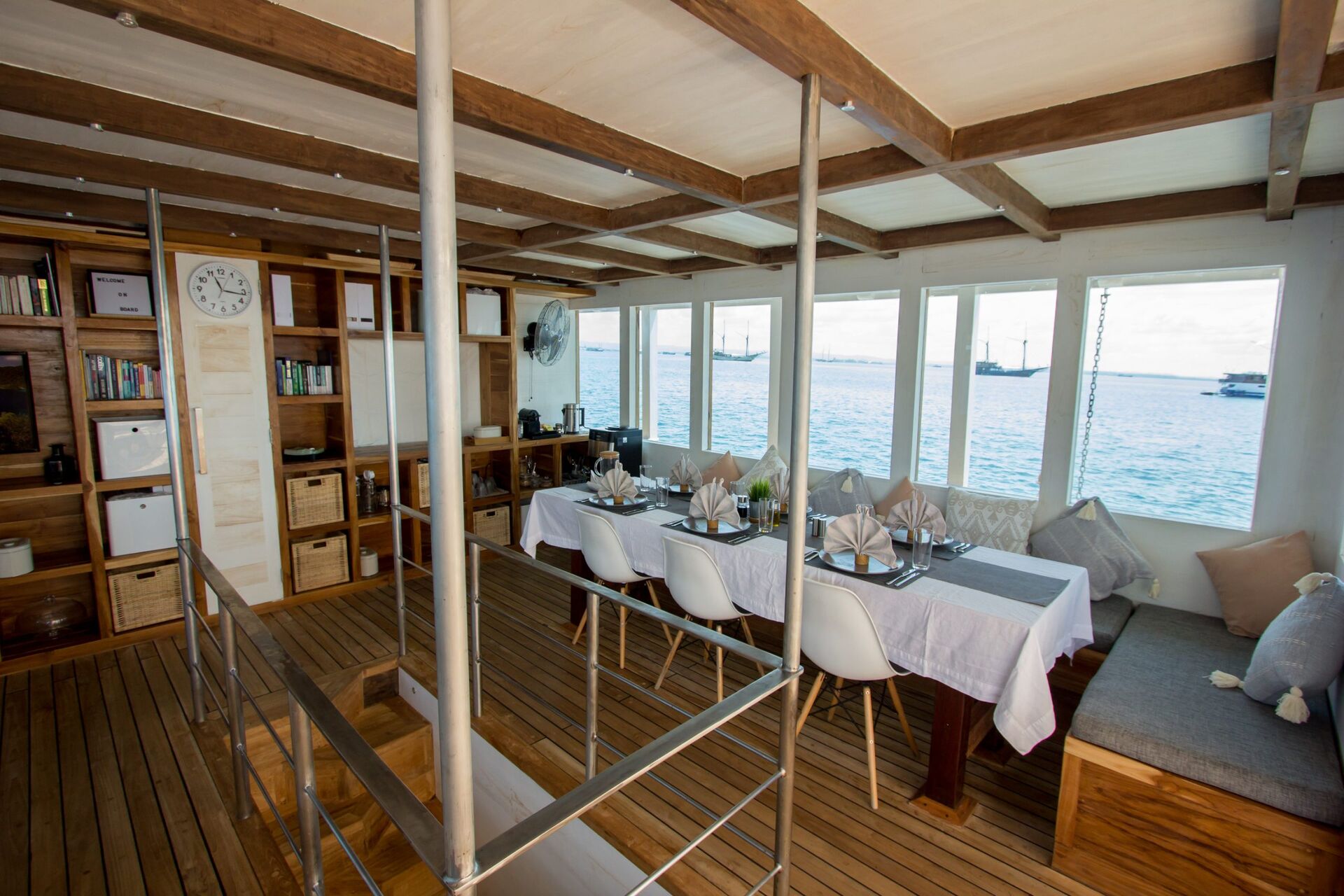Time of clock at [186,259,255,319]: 11:16
